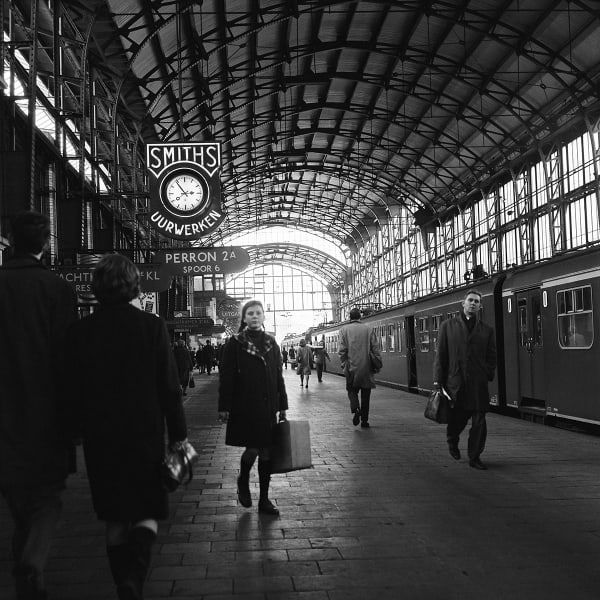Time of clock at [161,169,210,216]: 2:54
